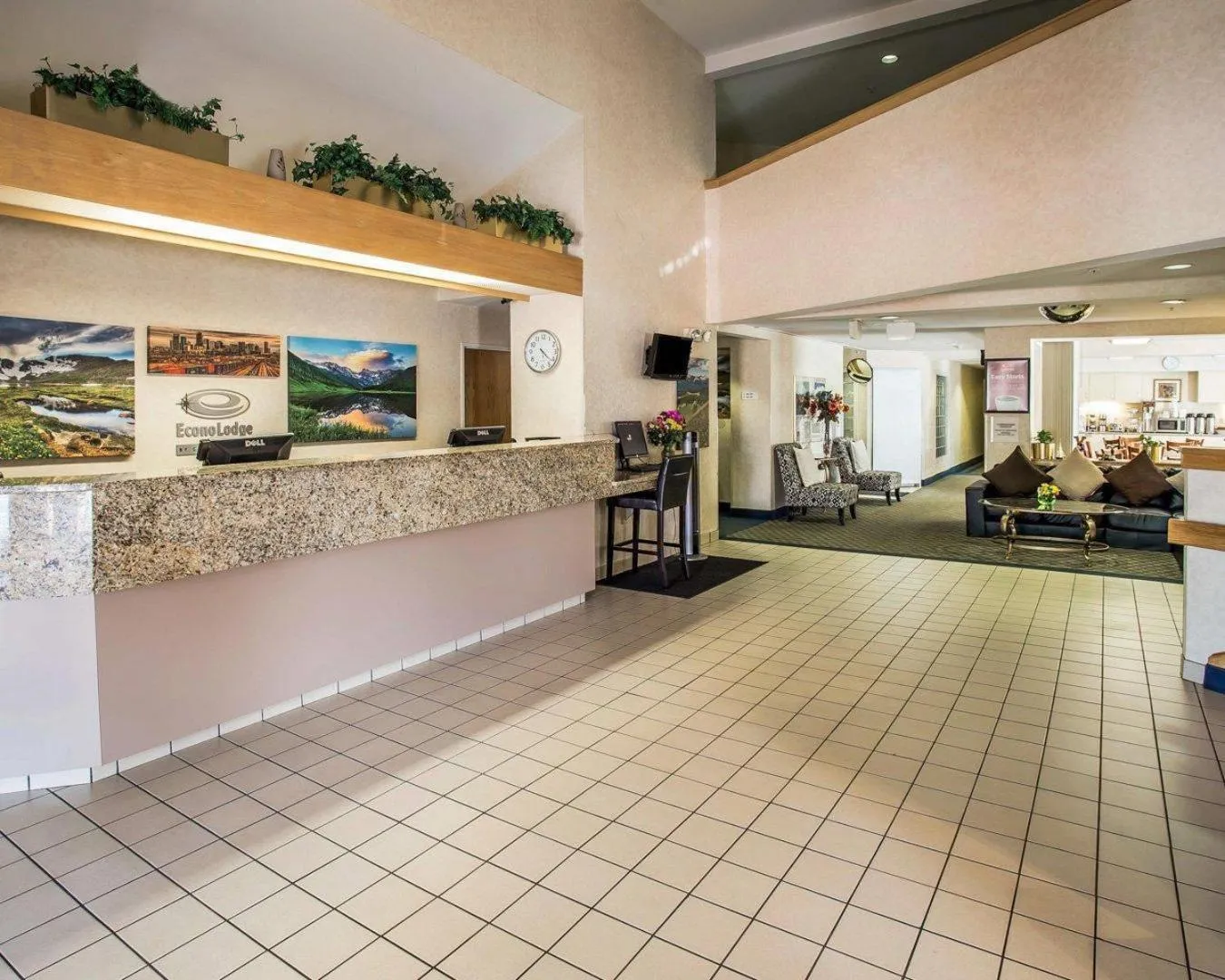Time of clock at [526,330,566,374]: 4:21
